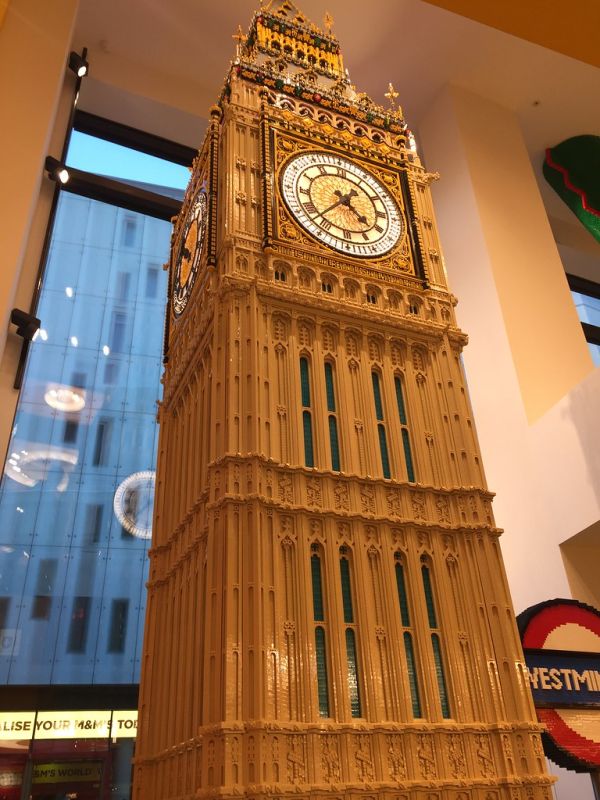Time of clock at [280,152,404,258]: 4:37
